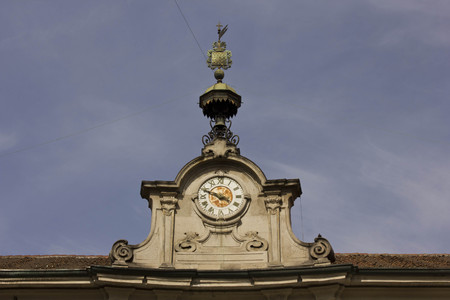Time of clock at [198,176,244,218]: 3:48
